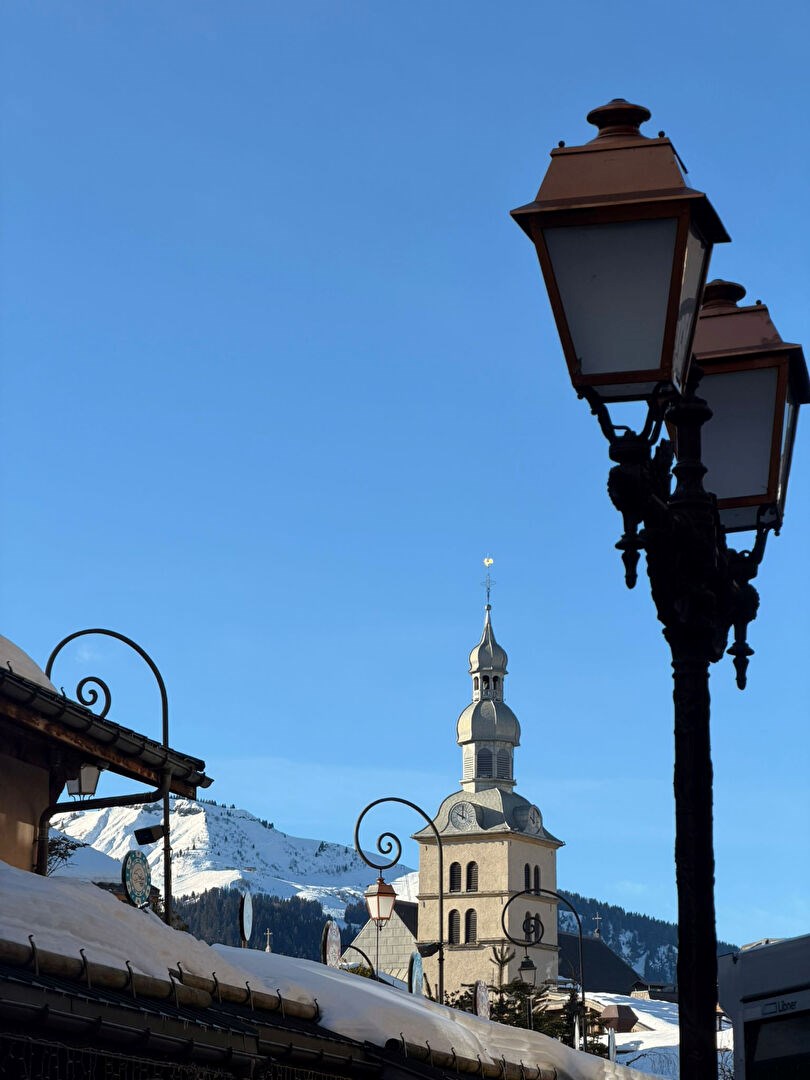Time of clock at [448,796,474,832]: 10:00
